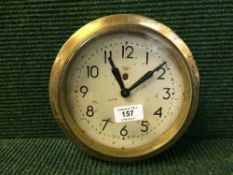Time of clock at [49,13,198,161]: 11:08
